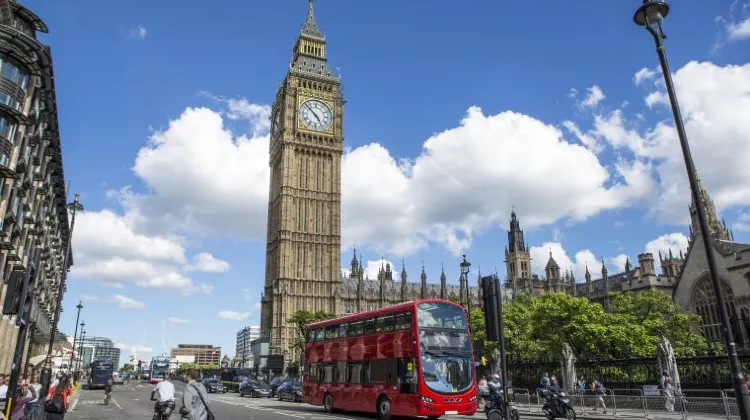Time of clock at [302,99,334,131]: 4:52
